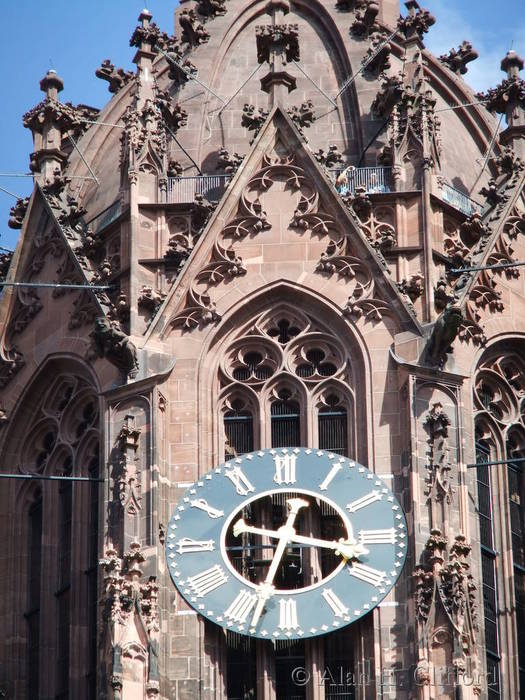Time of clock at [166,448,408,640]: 3:33
